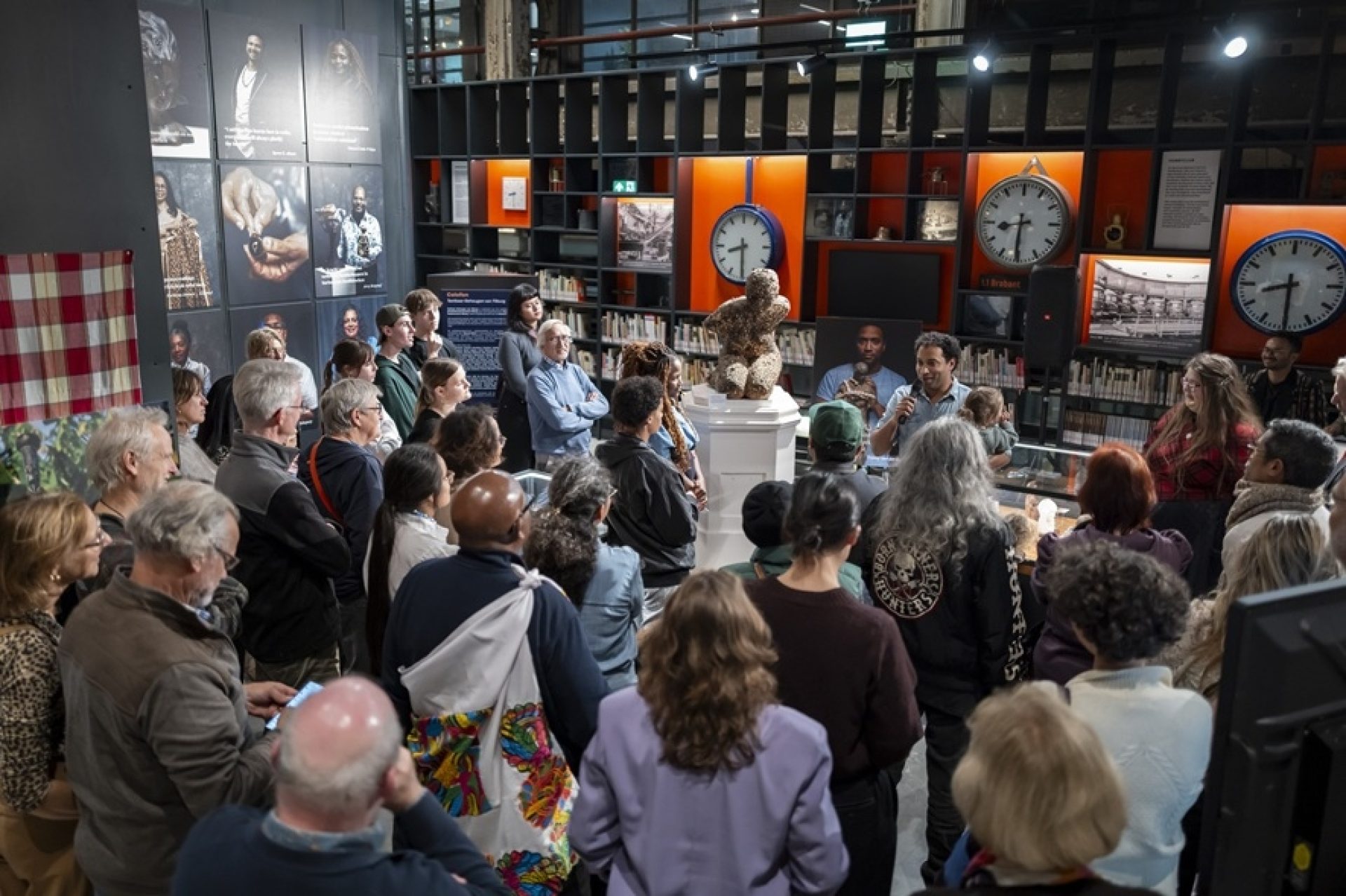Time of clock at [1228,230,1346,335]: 8:30
